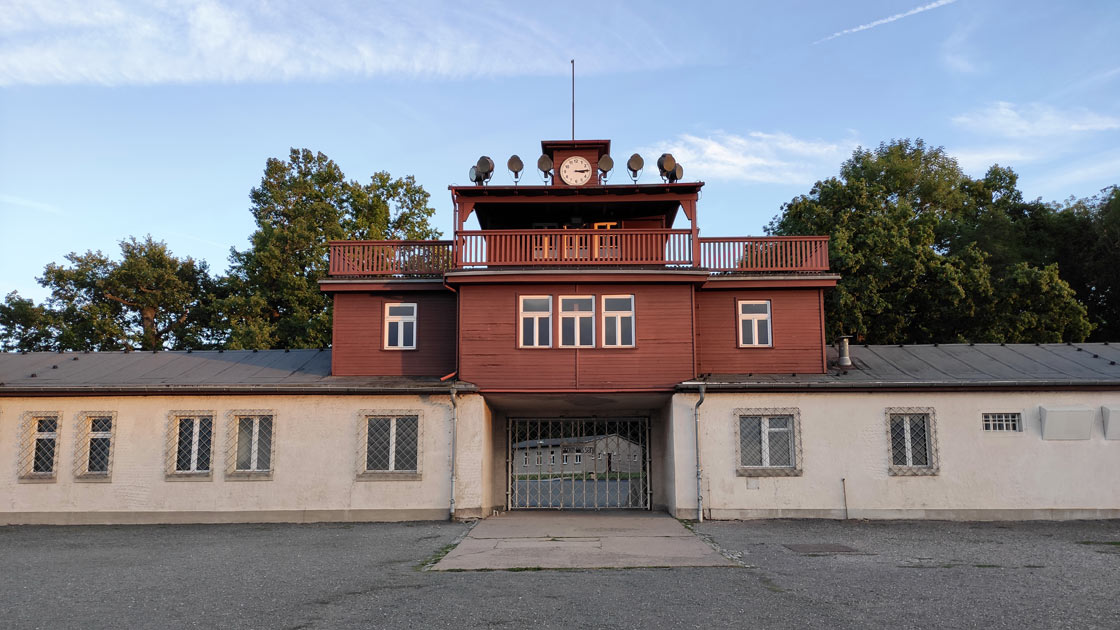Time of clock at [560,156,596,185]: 3:14
